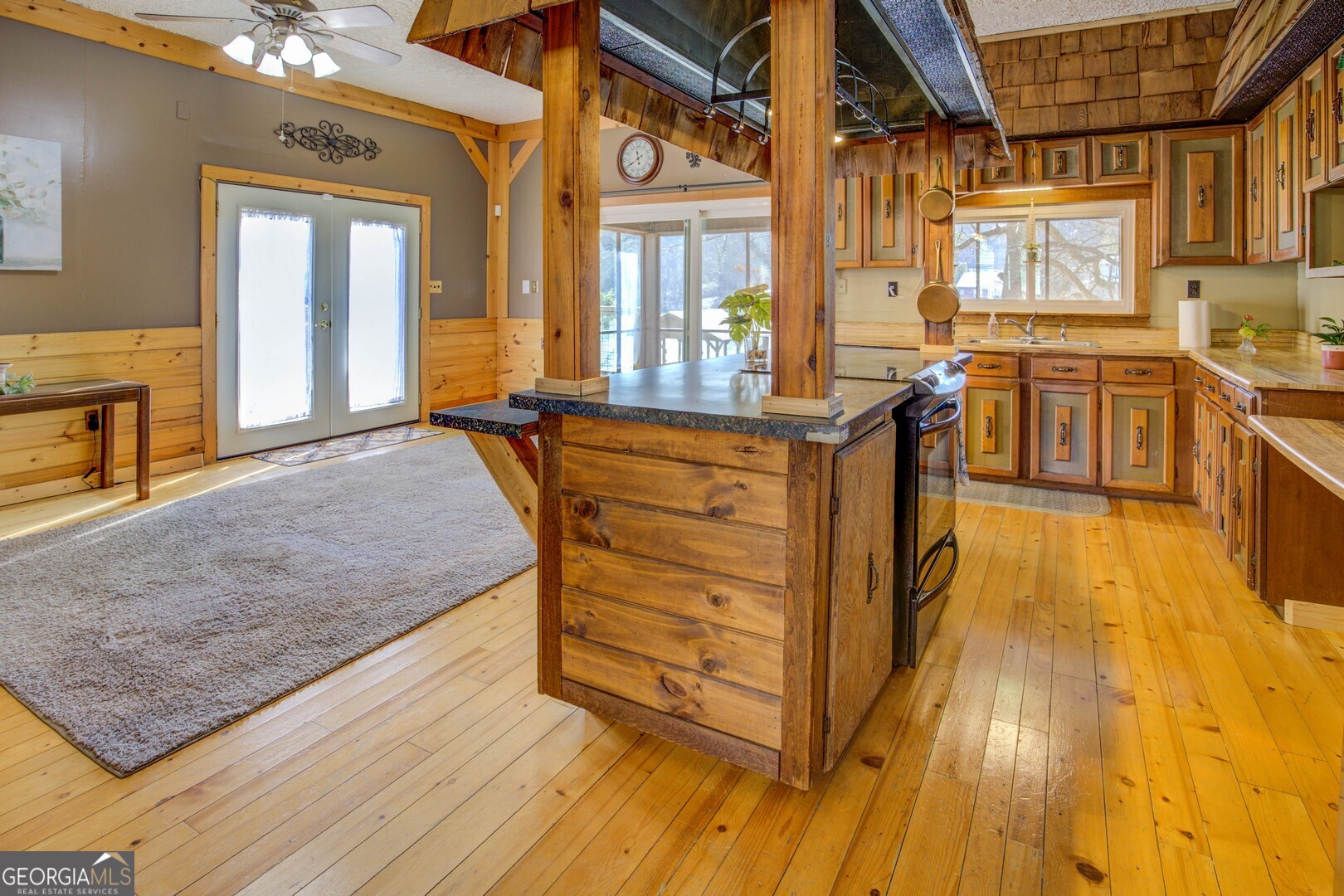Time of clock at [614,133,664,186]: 11:40
